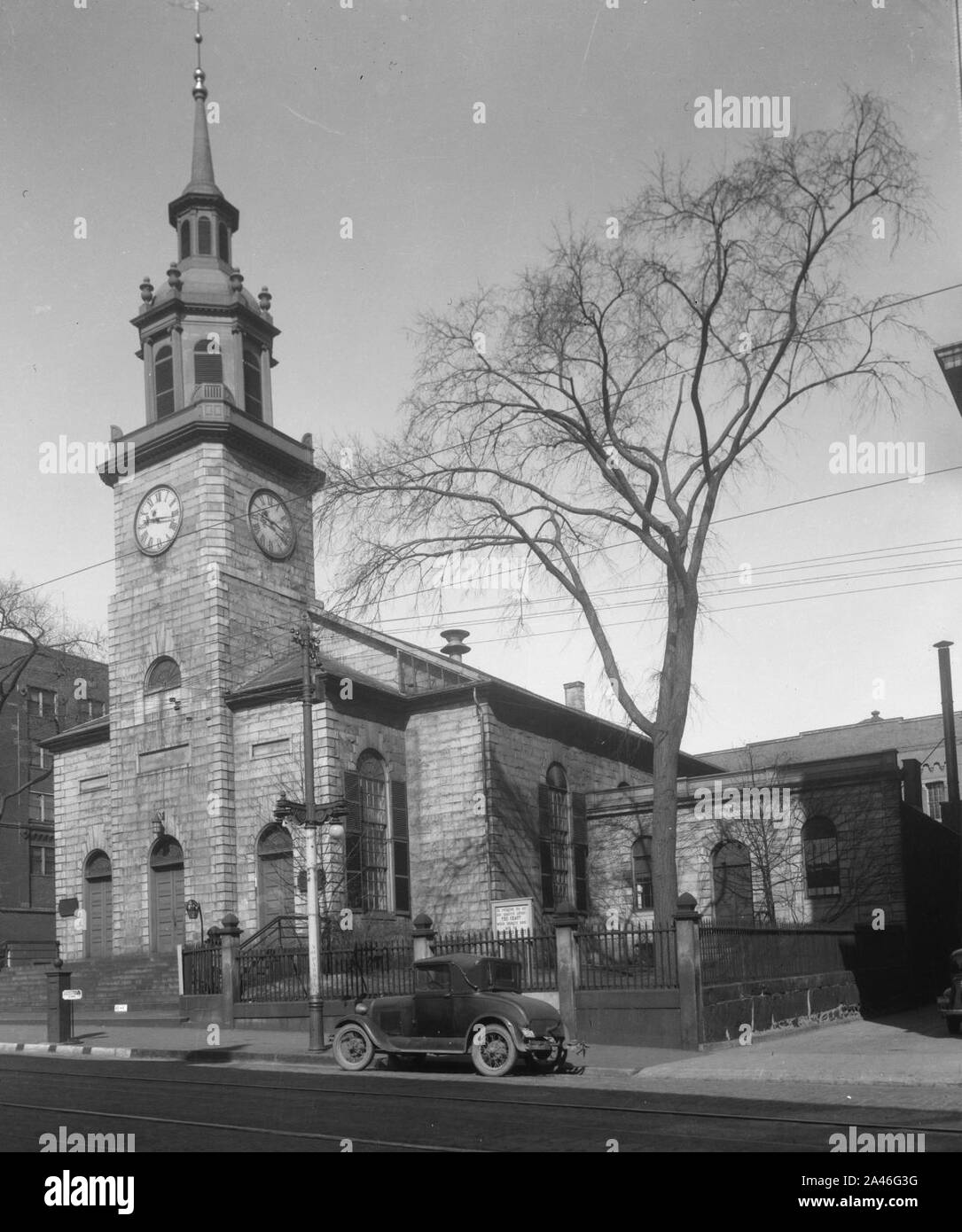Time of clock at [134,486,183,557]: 9:16
